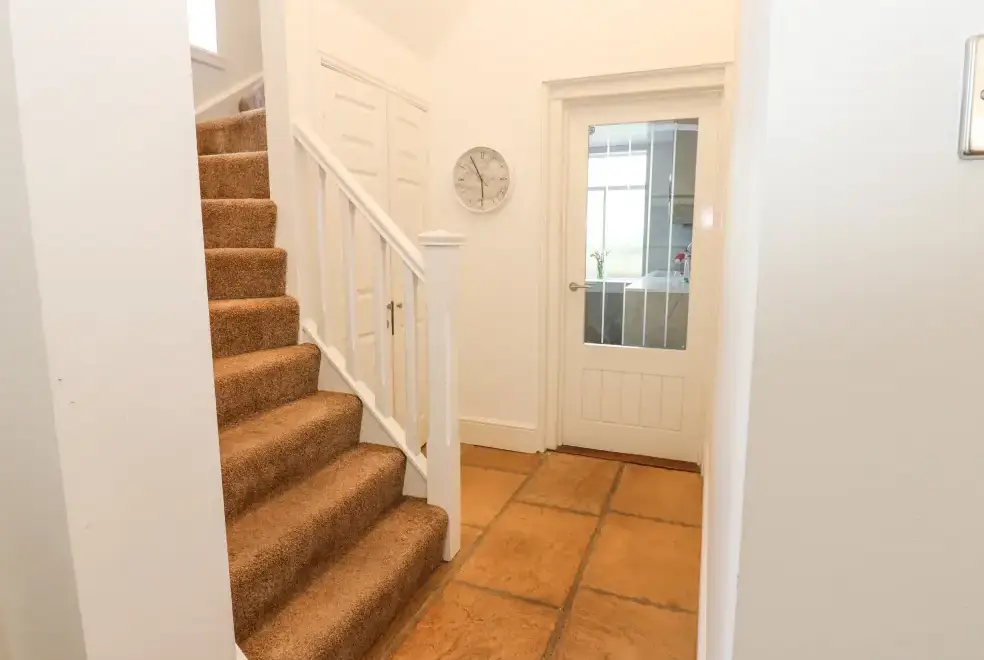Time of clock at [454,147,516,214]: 5:55
